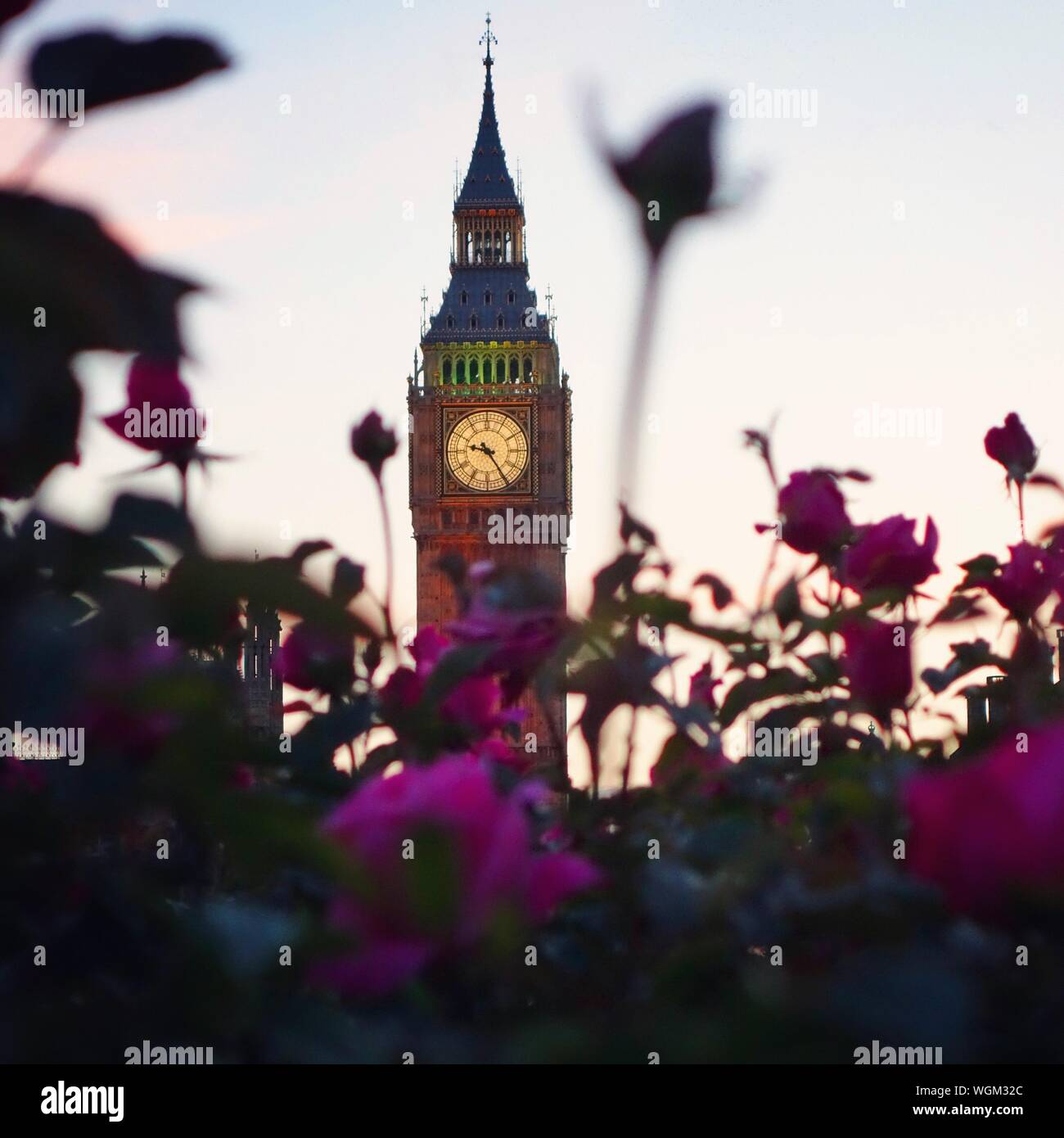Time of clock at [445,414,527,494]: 9:24
